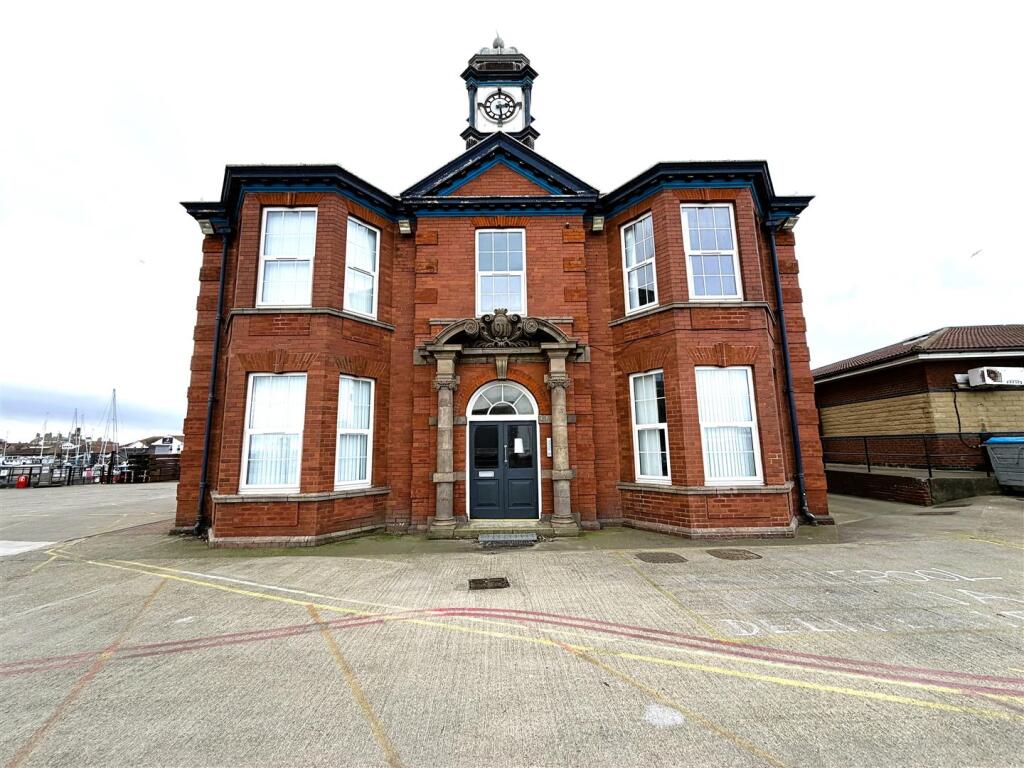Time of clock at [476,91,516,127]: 2:28
